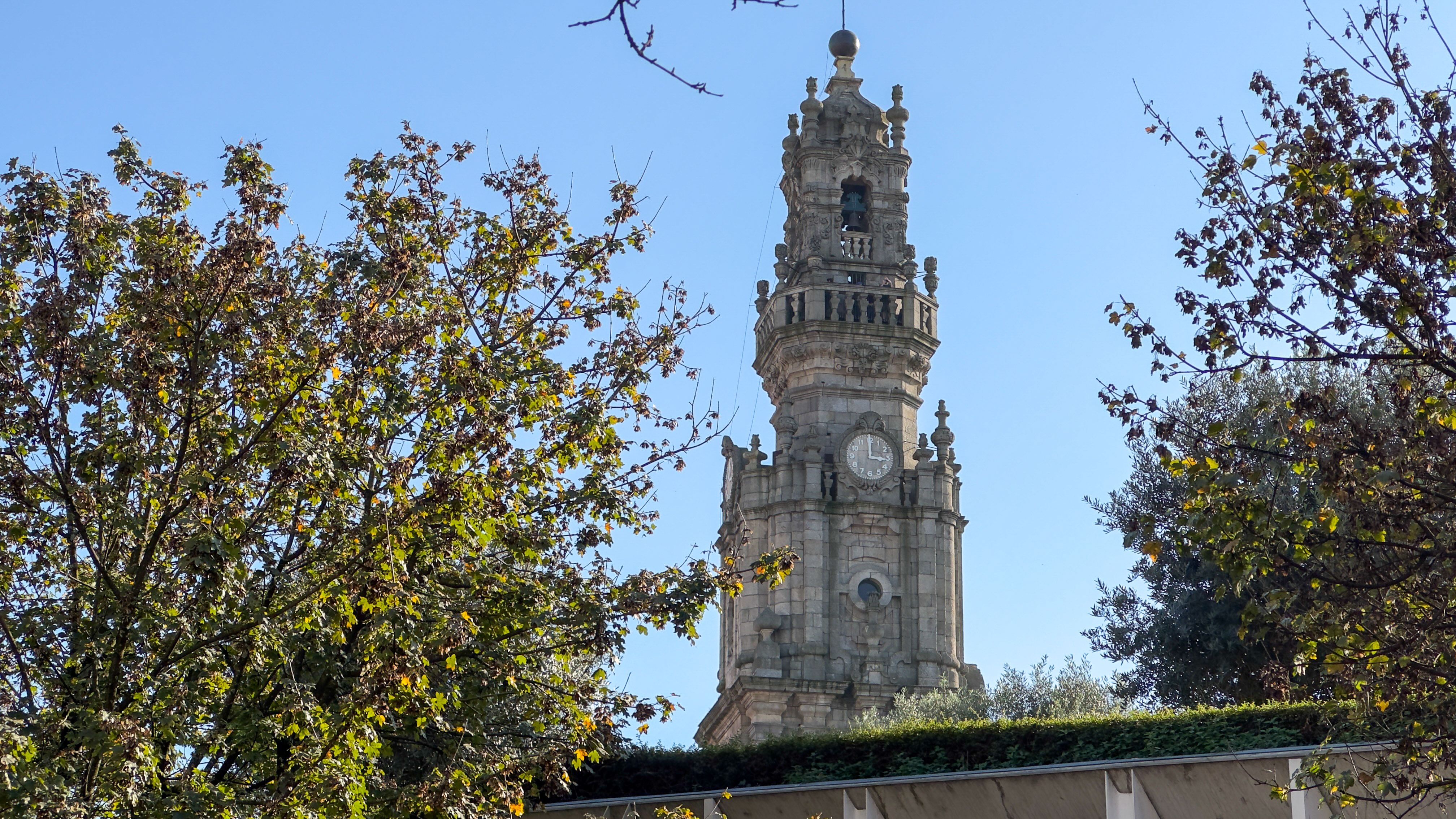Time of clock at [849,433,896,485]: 3:00
